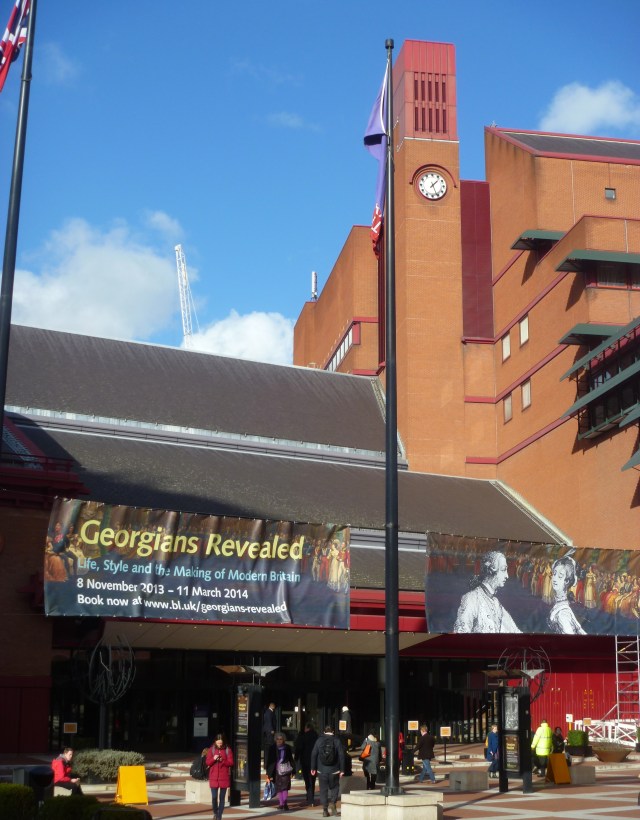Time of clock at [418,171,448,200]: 1:26
